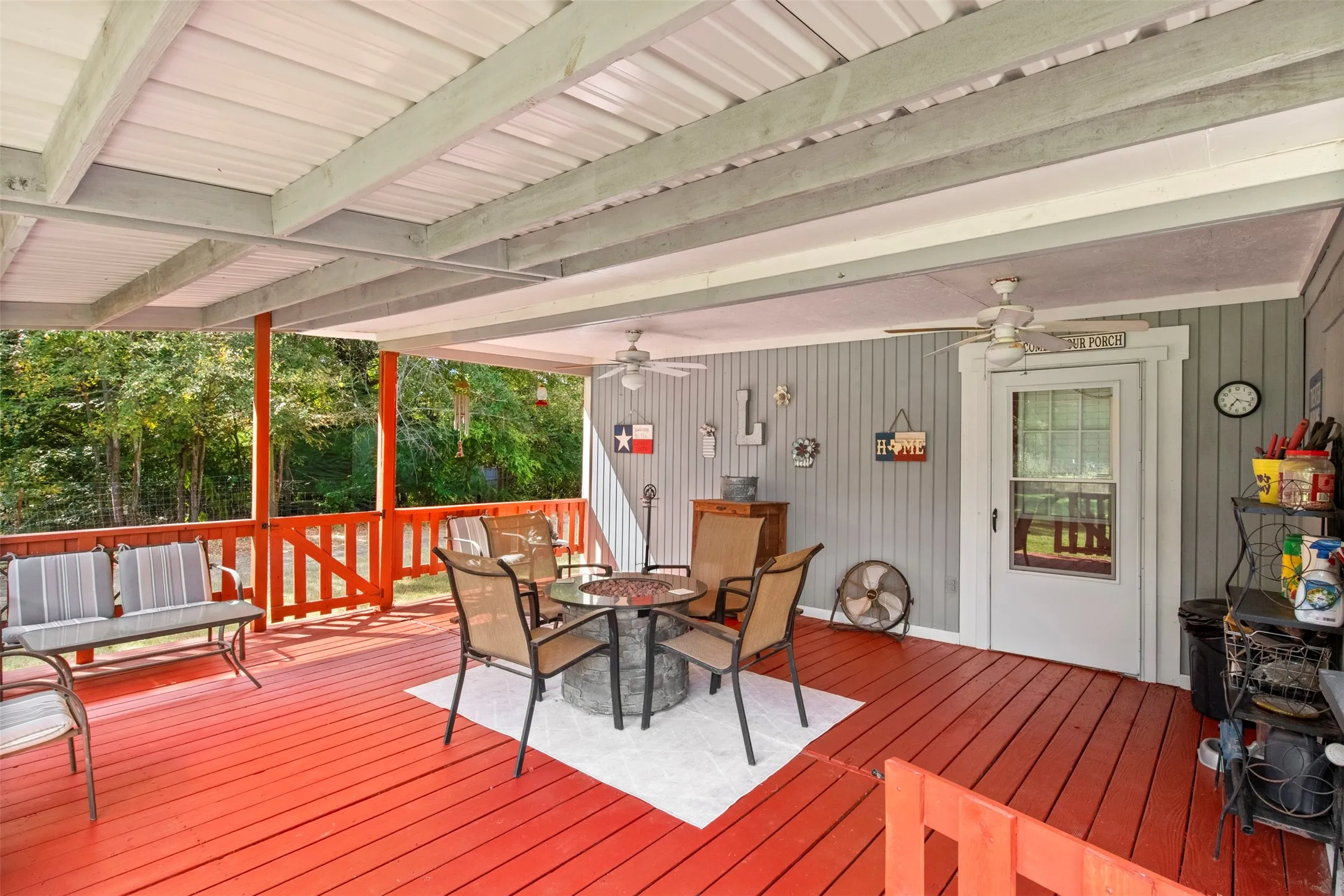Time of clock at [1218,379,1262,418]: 7:17
